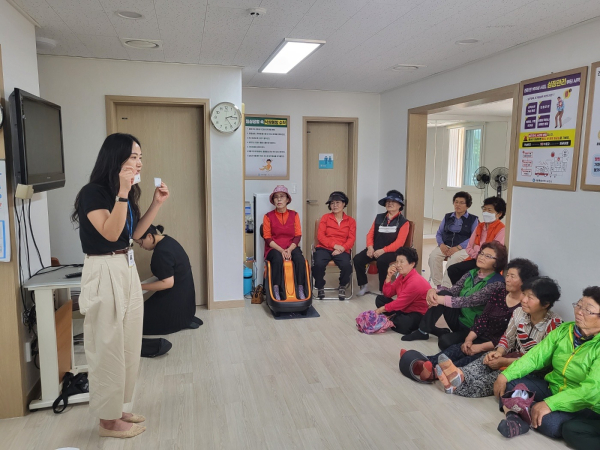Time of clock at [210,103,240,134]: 2:14
